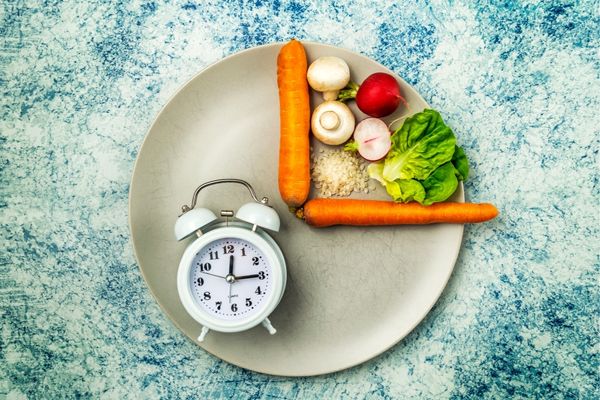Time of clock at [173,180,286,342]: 12:14
